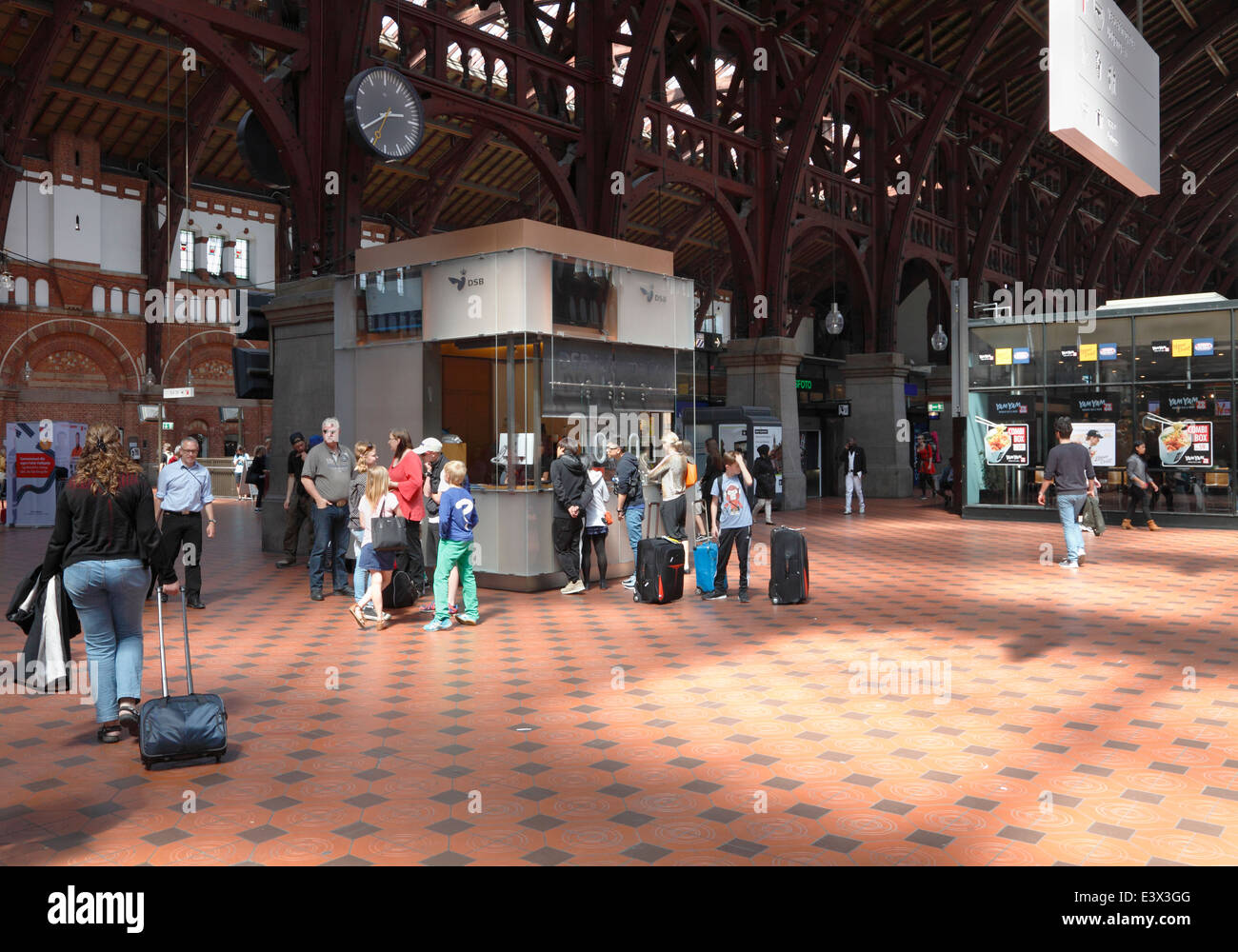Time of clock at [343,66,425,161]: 2:39
